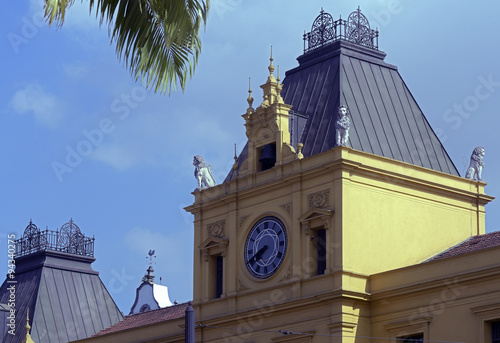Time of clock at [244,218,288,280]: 7:41
